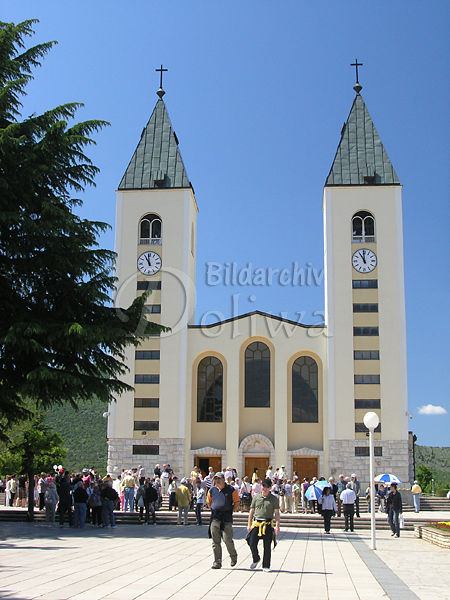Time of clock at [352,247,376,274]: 10:59
